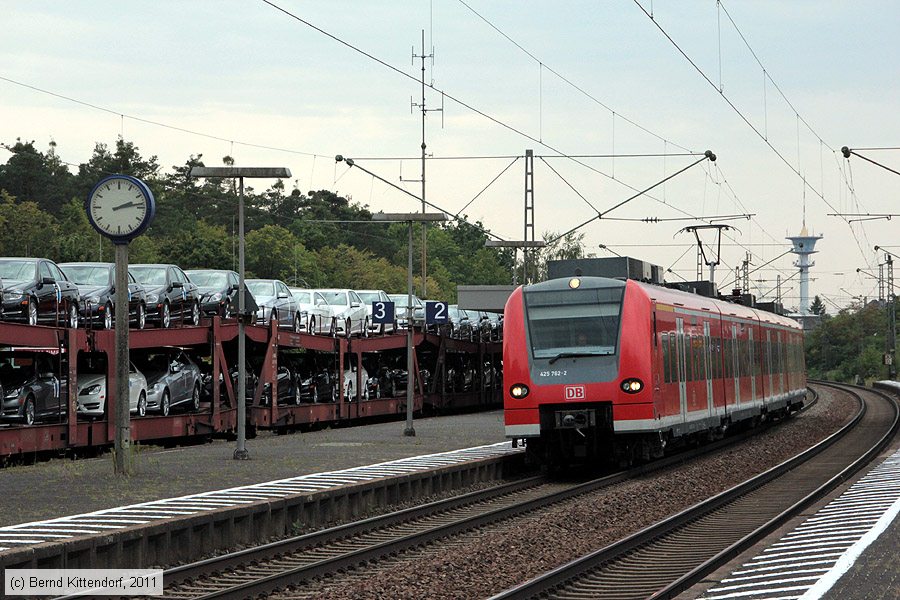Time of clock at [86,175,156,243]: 2:13
